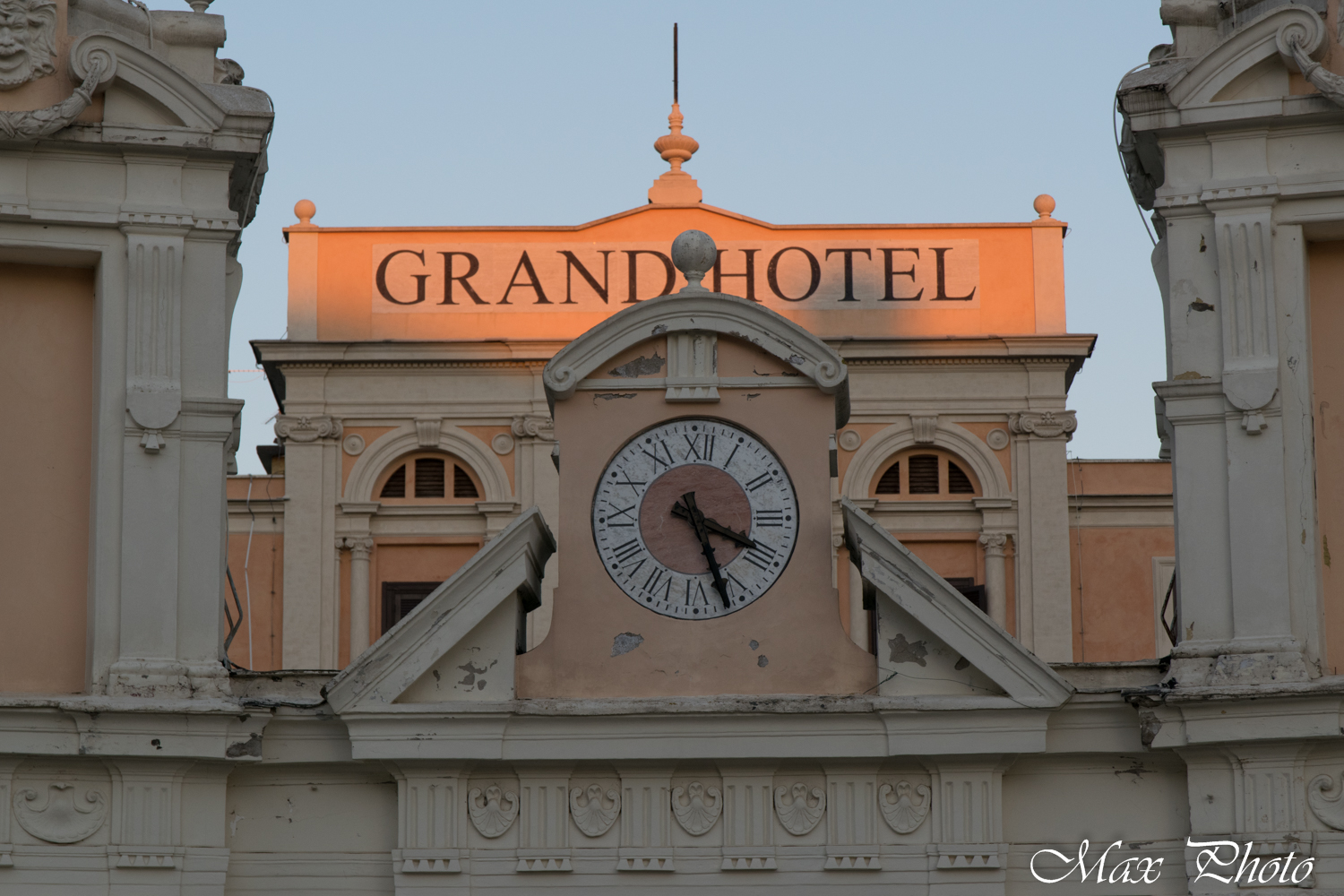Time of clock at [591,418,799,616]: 5:18
